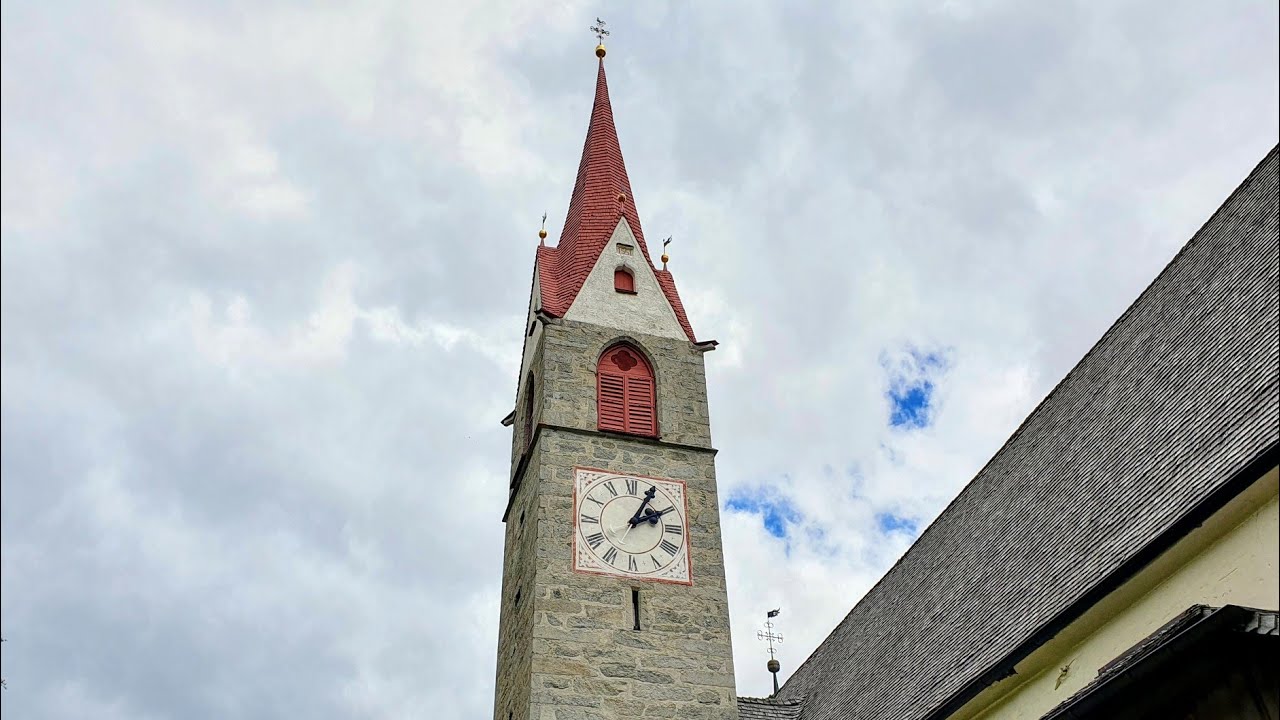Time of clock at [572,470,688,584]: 2:05
